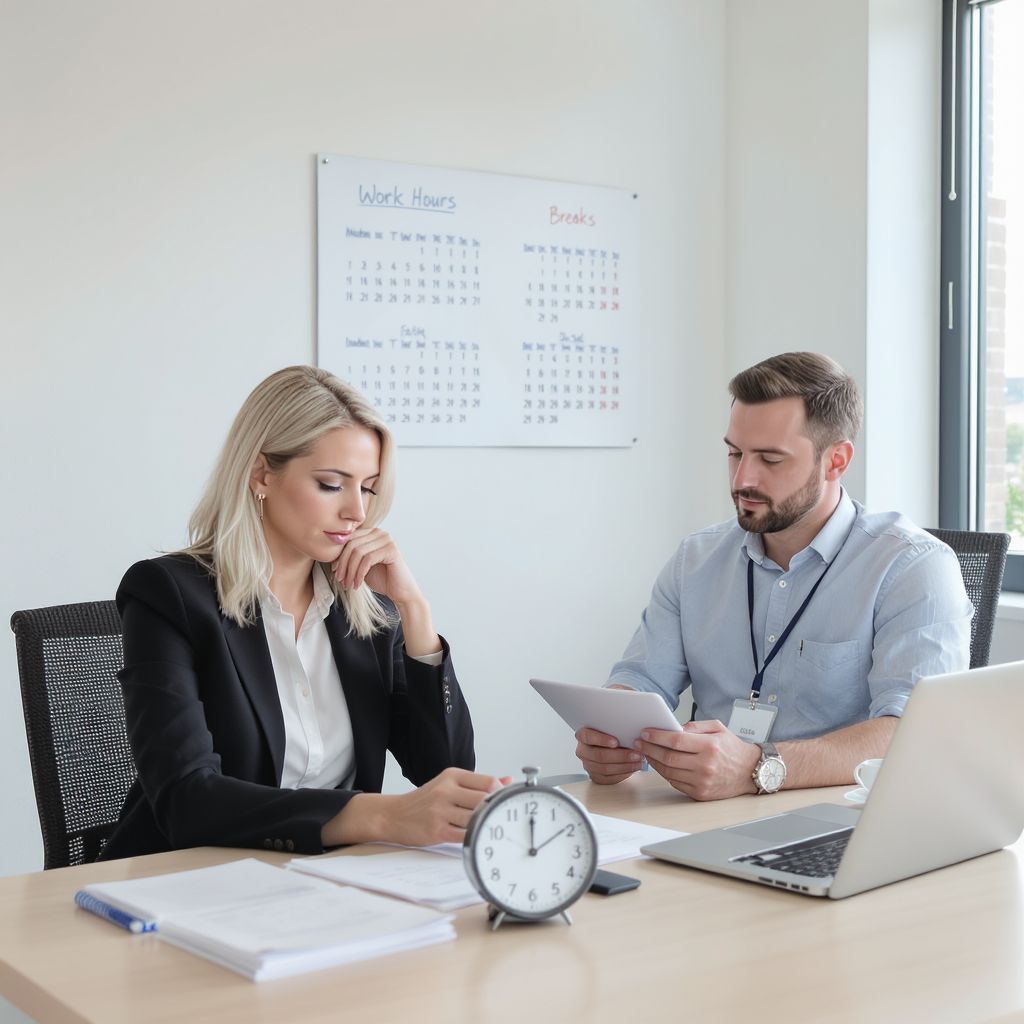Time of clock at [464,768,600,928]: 12:09
